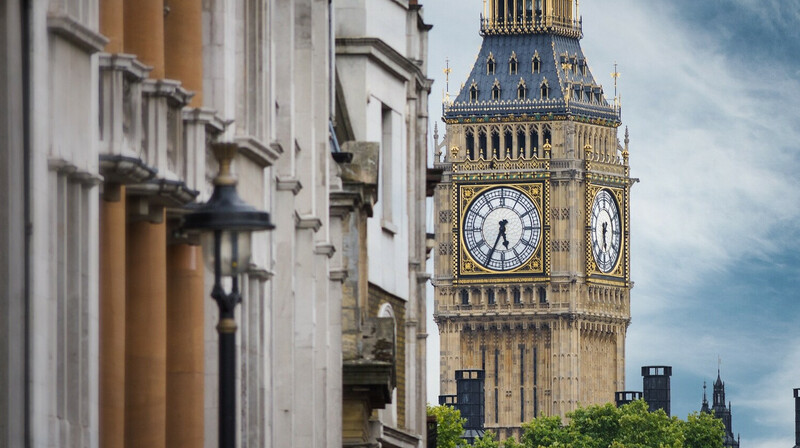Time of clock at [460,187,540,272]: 5:34
